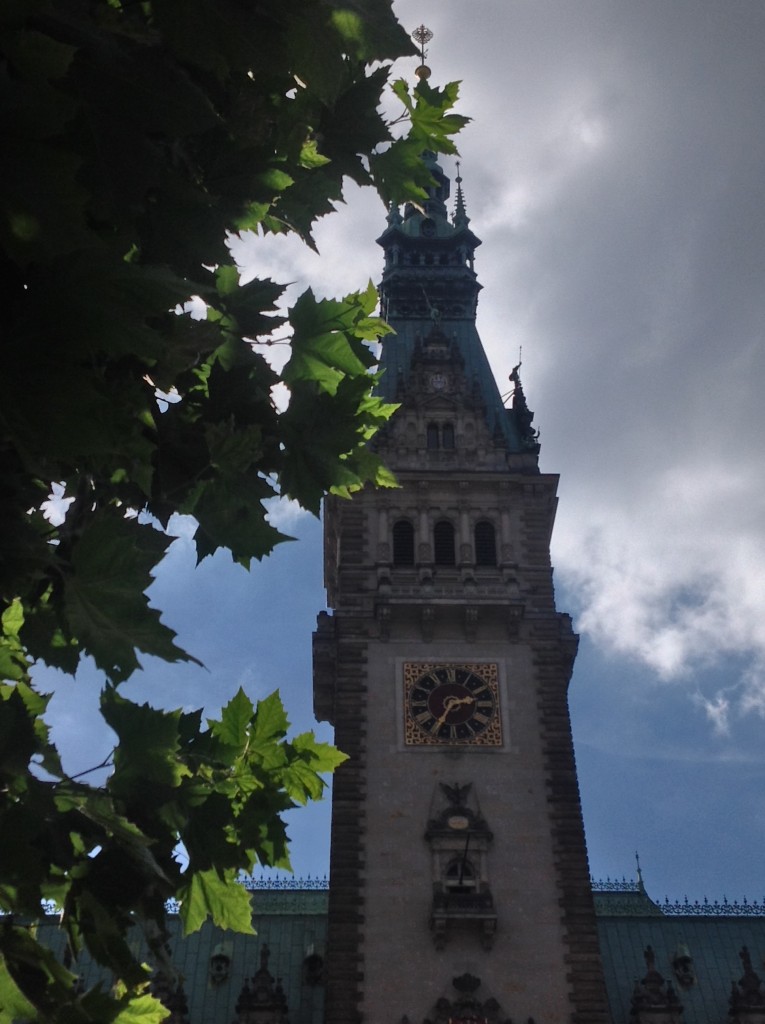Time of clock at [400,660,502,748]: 2:35
